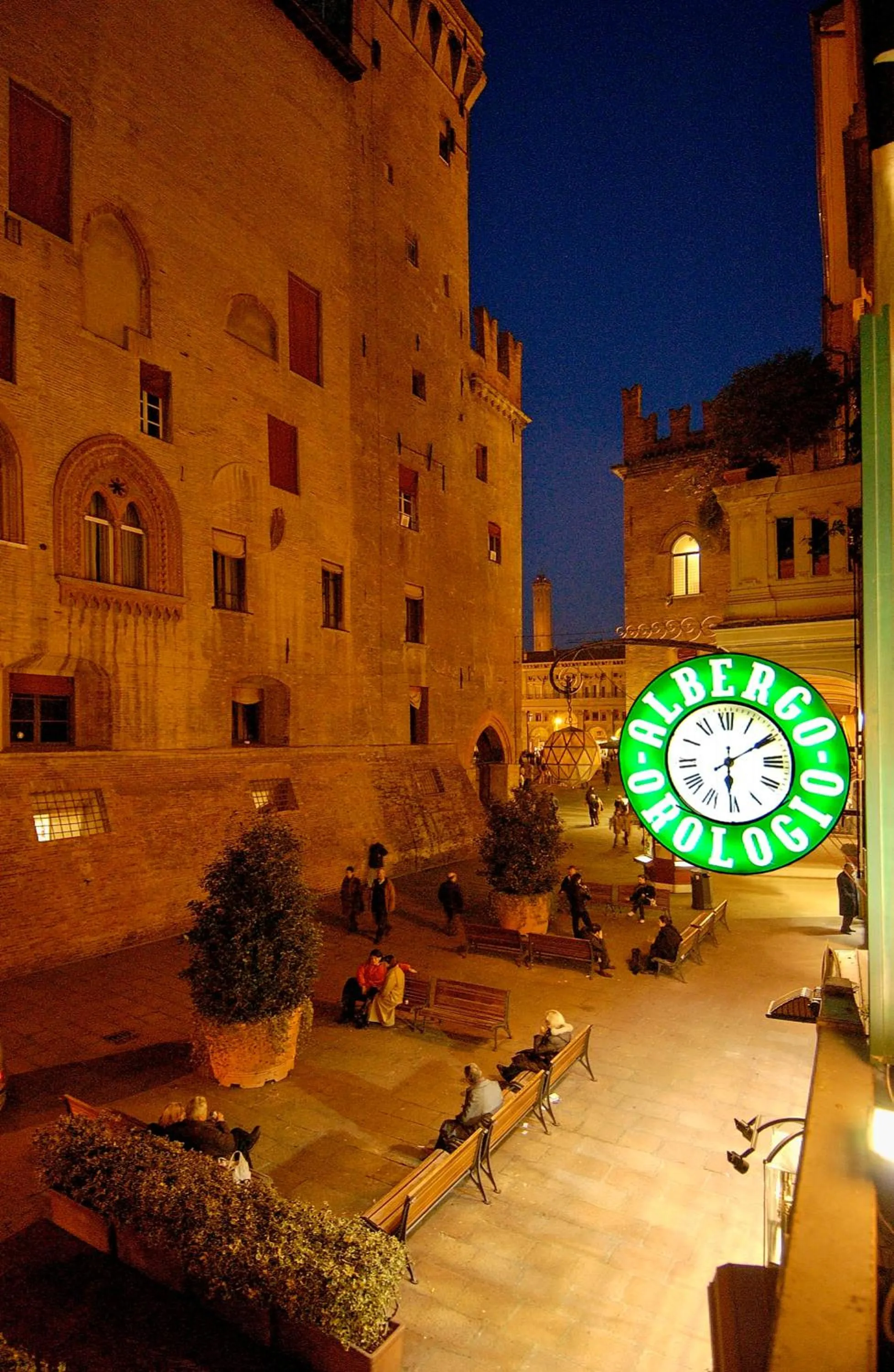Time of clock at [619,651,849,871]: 6:10
